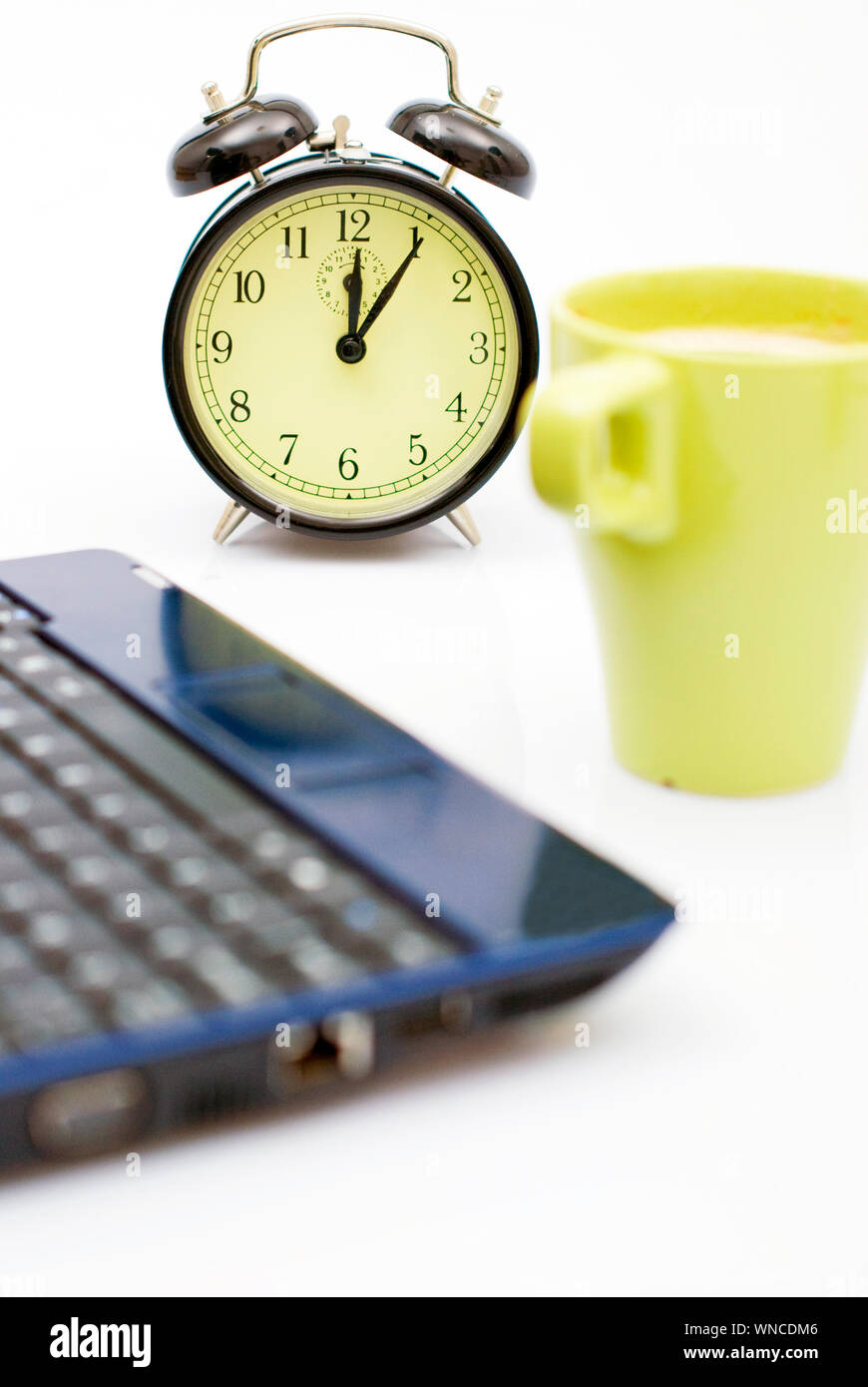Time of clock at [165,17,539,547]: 12:05
